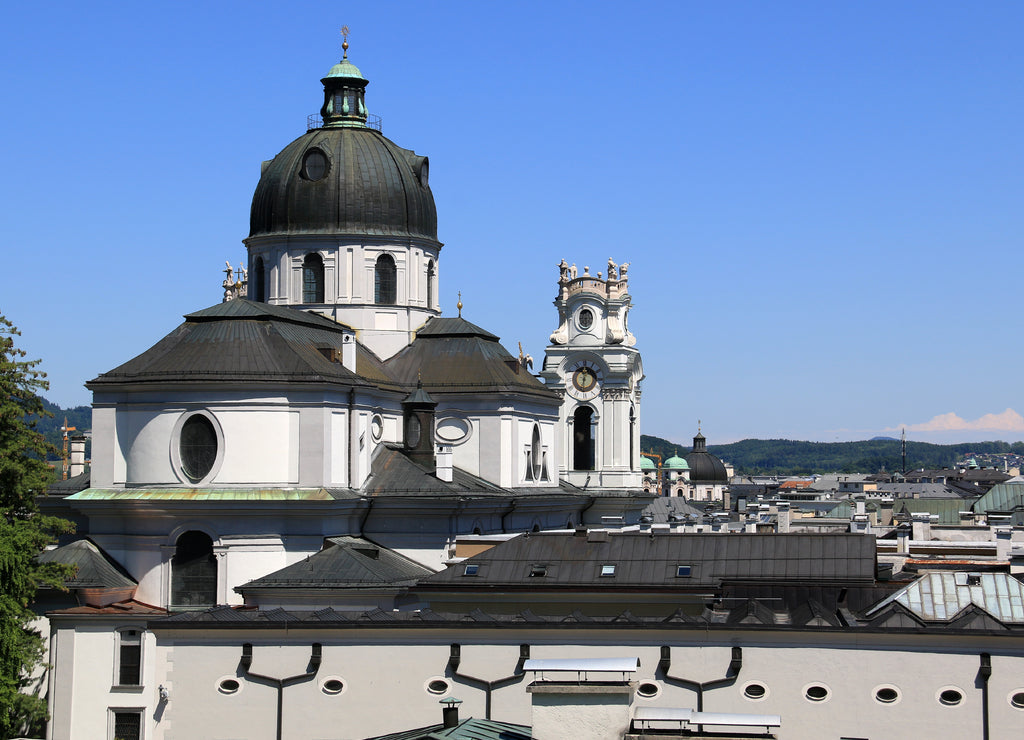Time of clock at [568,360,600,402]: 12:32
